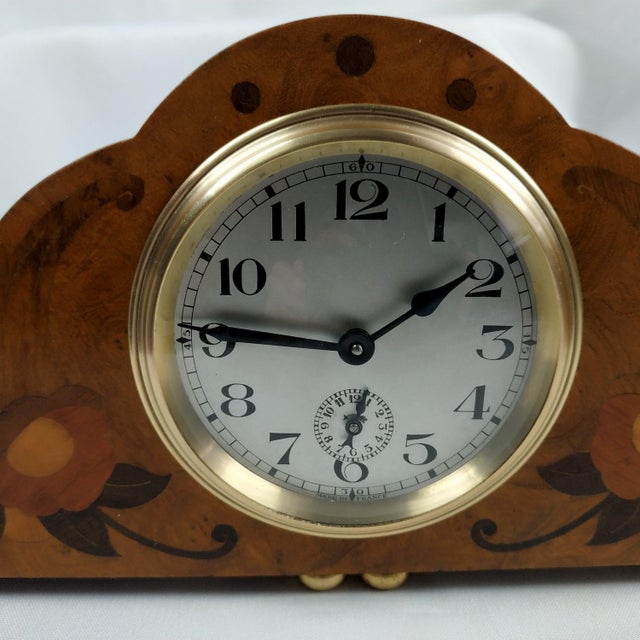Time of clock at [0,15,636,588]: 1:46
